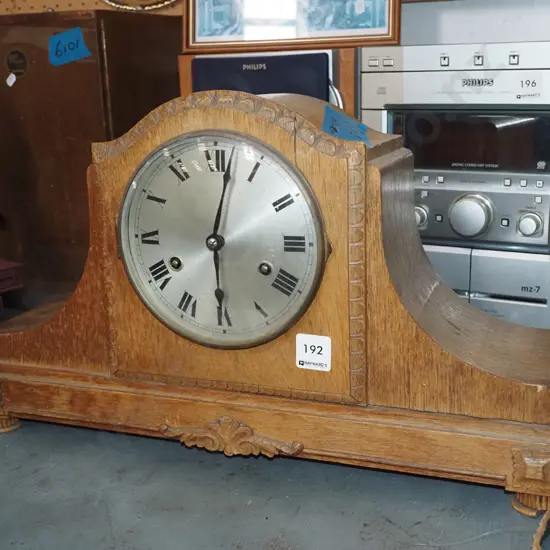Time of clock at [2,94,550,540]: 6:02
